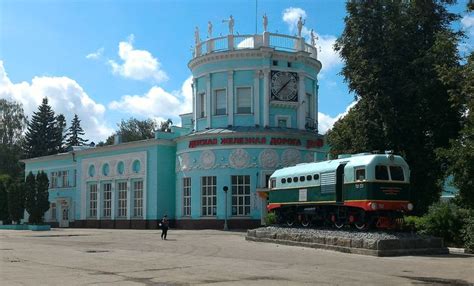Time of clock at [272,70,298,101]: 1:37
